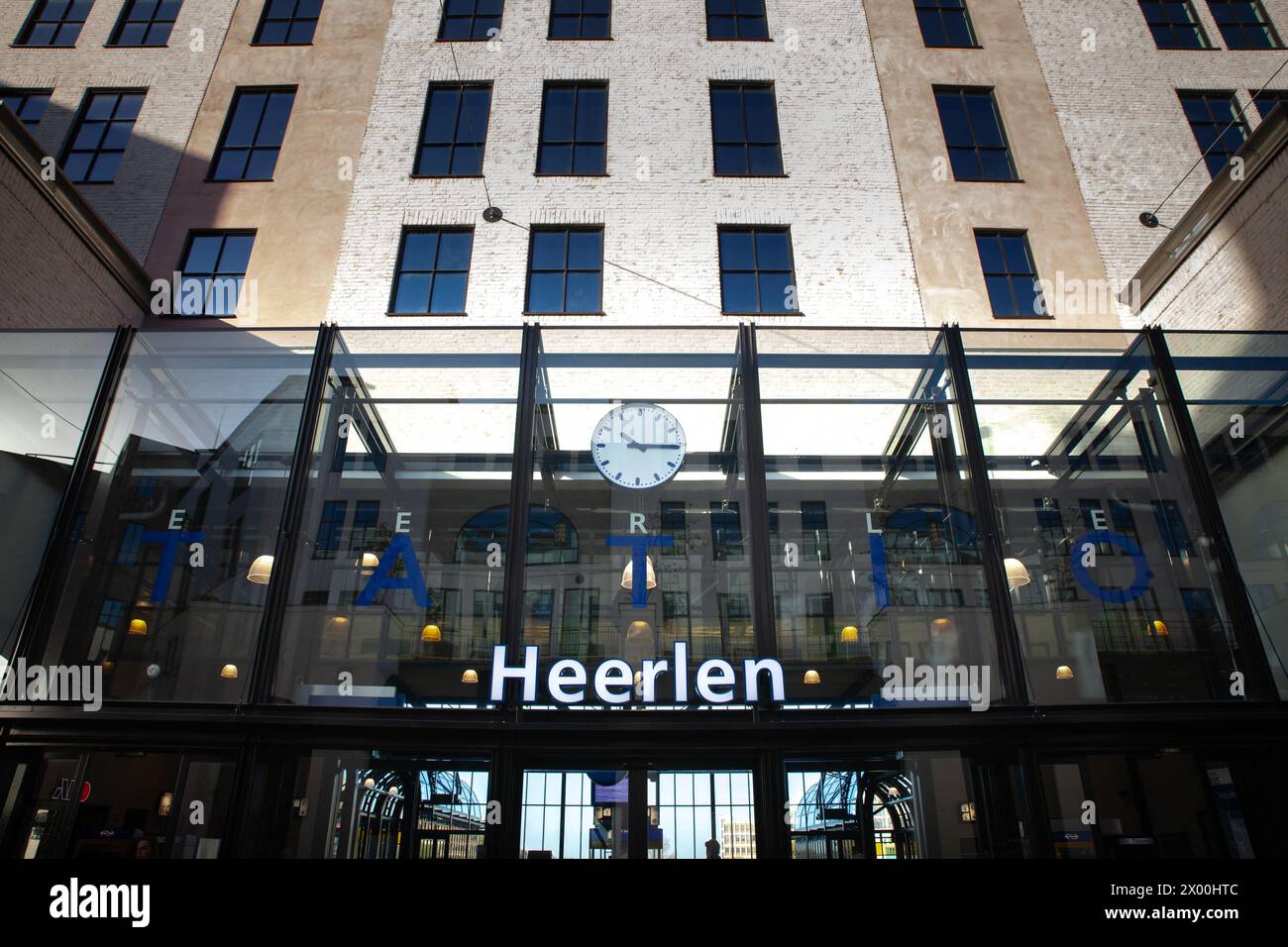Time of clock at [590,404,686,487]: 10:15
